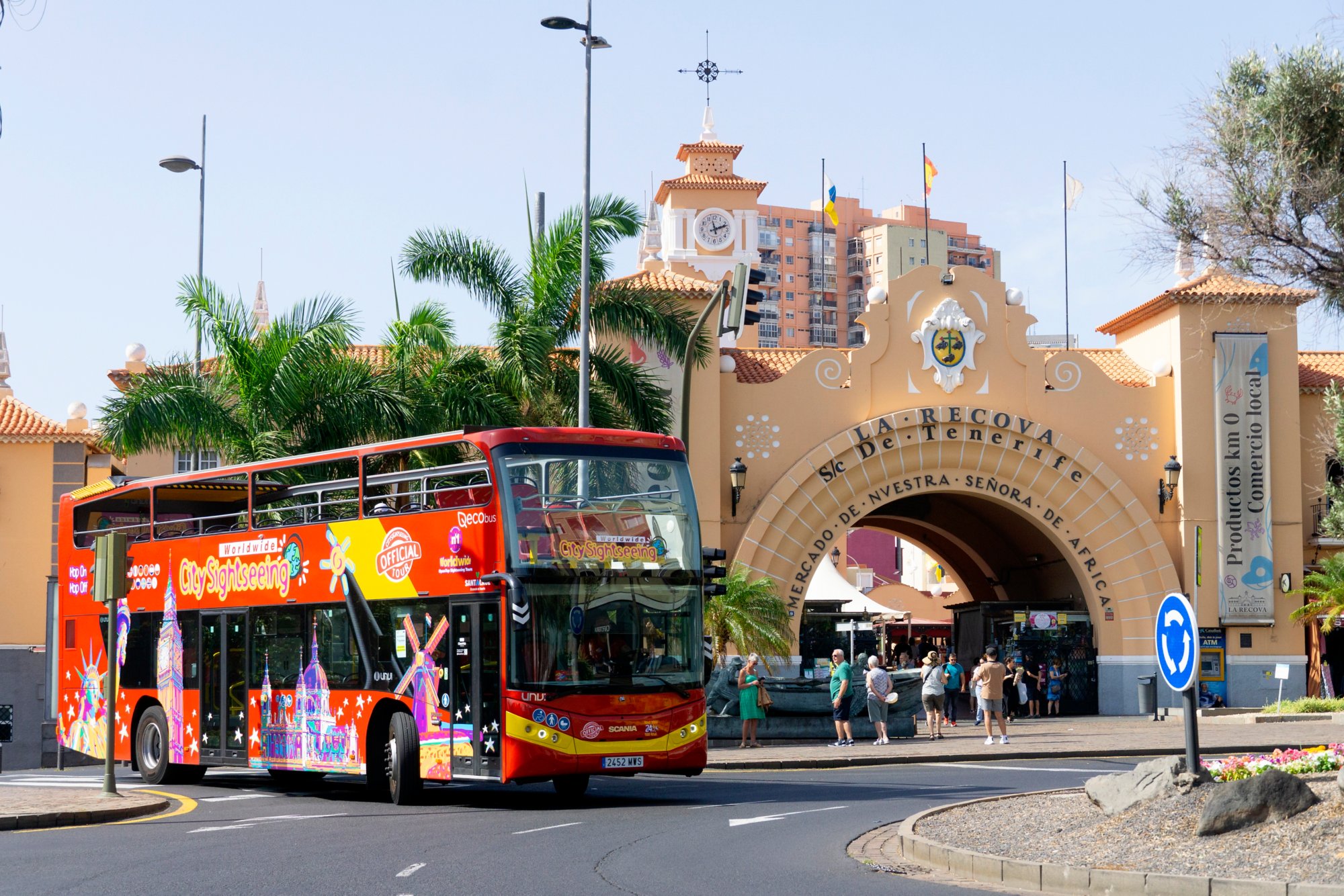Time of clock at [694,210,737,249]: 2:11
